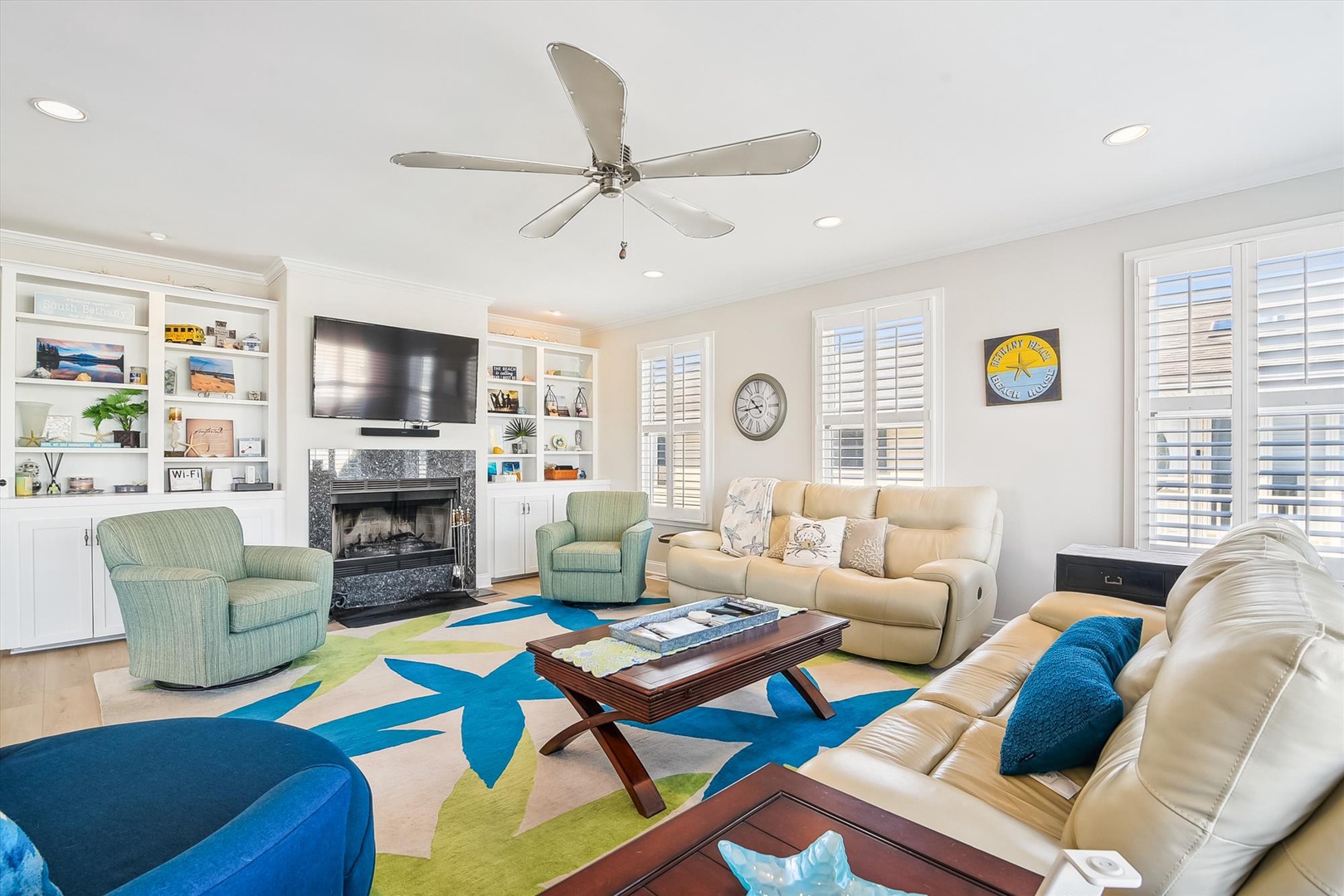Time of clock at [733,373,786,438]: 10:43
